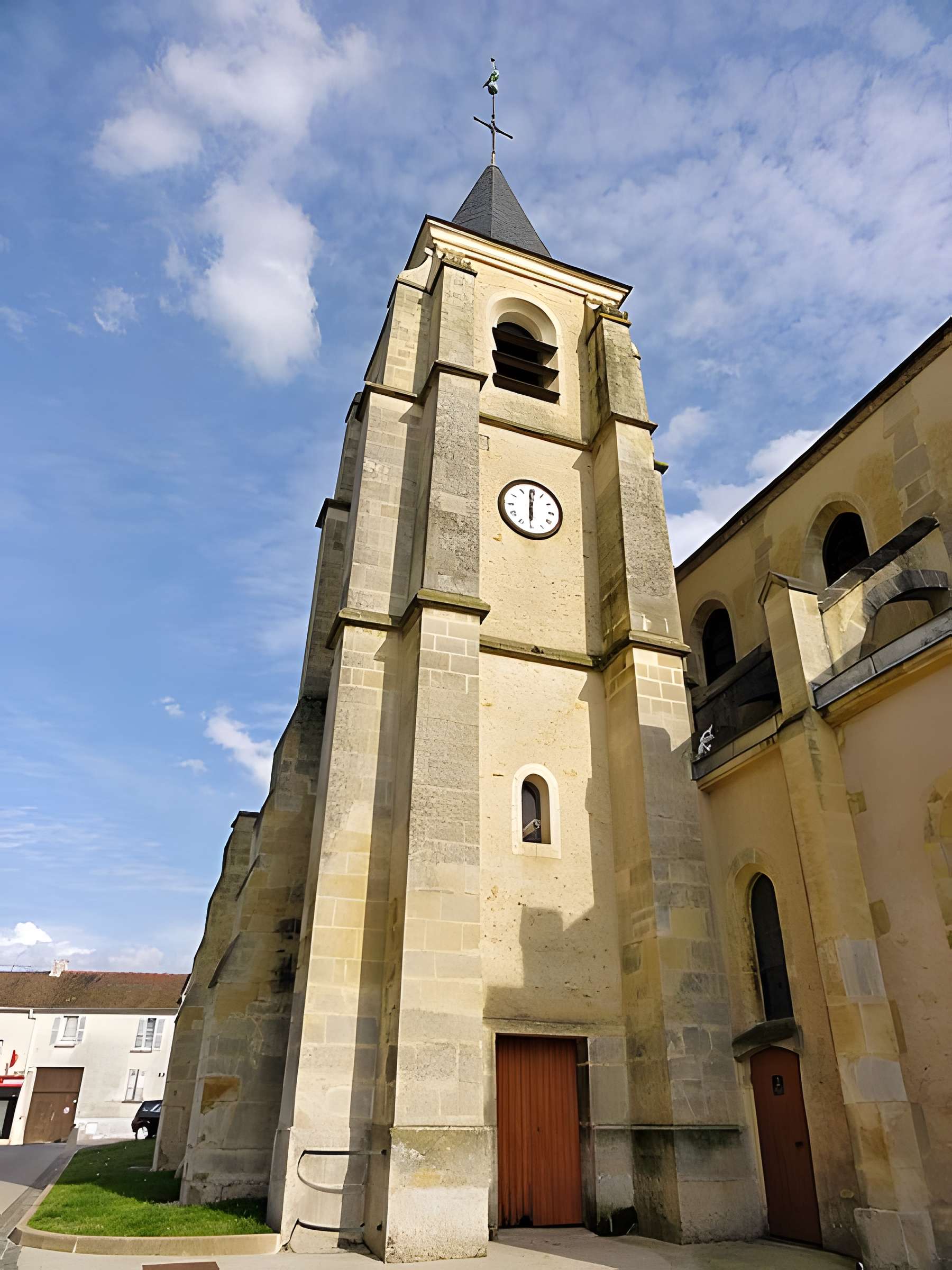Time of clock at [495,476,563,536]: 5:59
